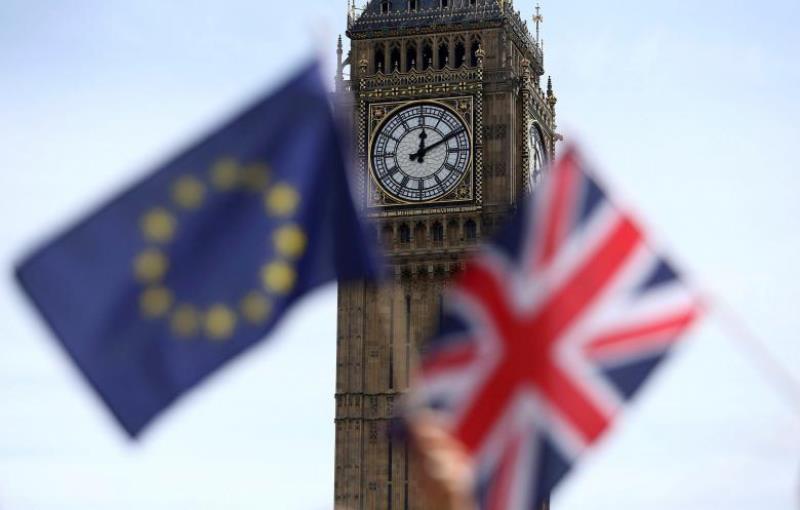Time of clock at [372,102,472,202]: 12:10
